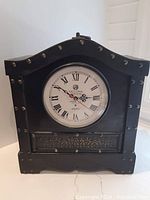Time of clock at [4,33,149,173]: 2:51
